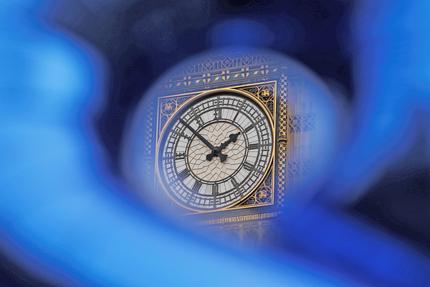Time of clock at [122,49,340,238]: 1:51
